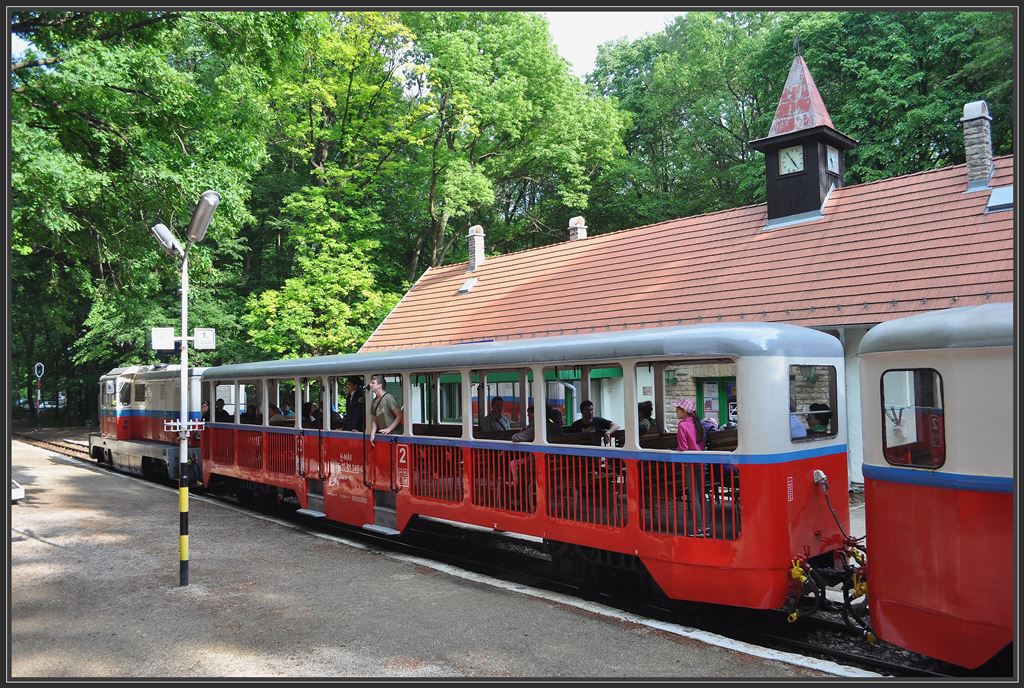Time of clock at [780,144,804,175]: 4:54
